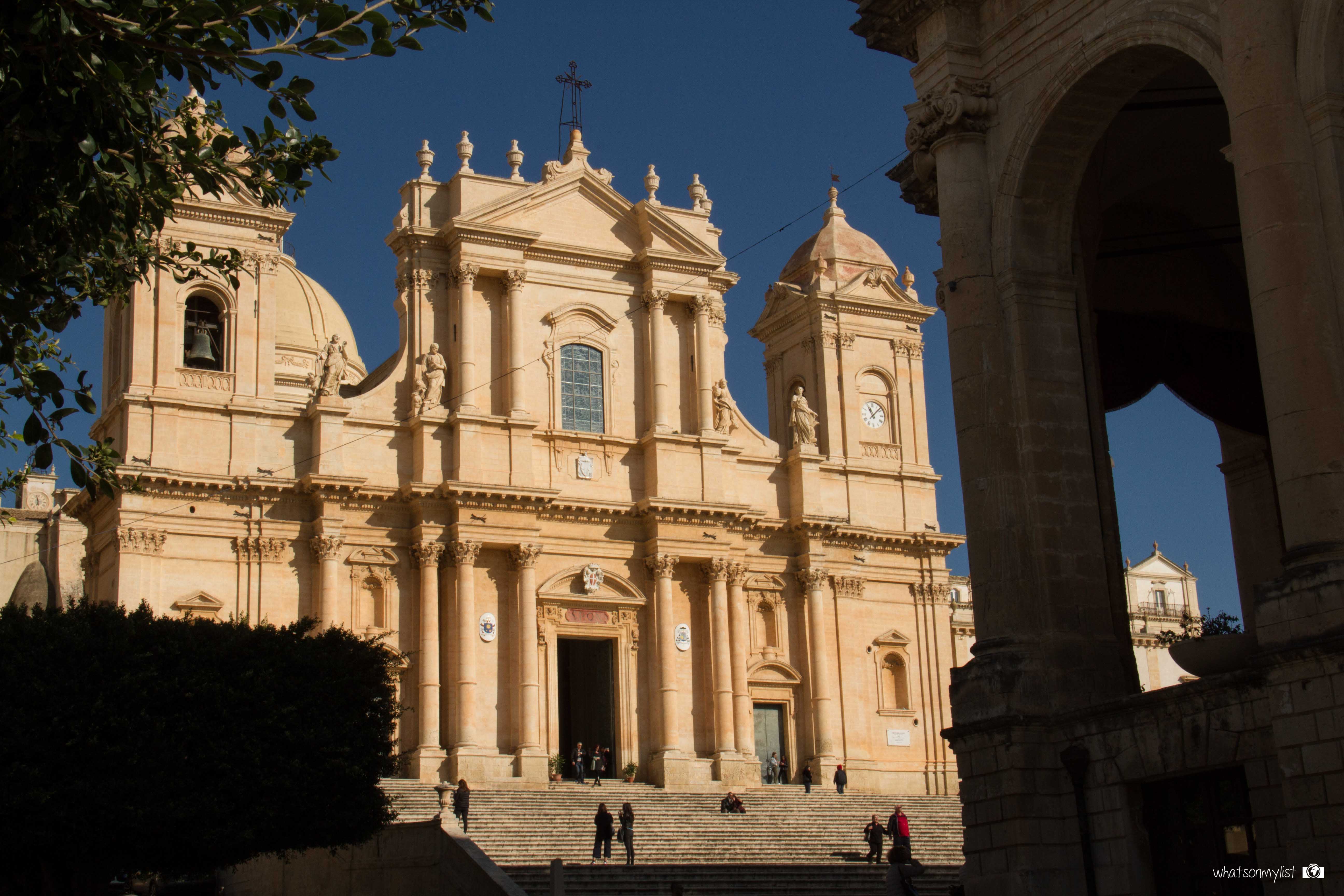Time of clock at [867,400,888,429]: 11:07
